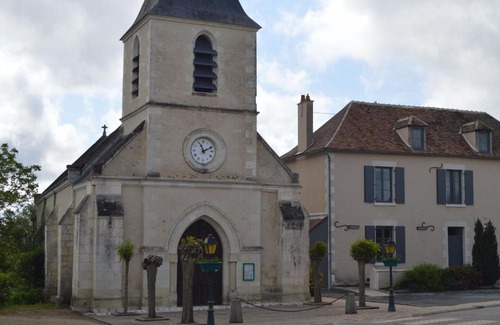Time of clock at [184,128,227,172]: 11:10
